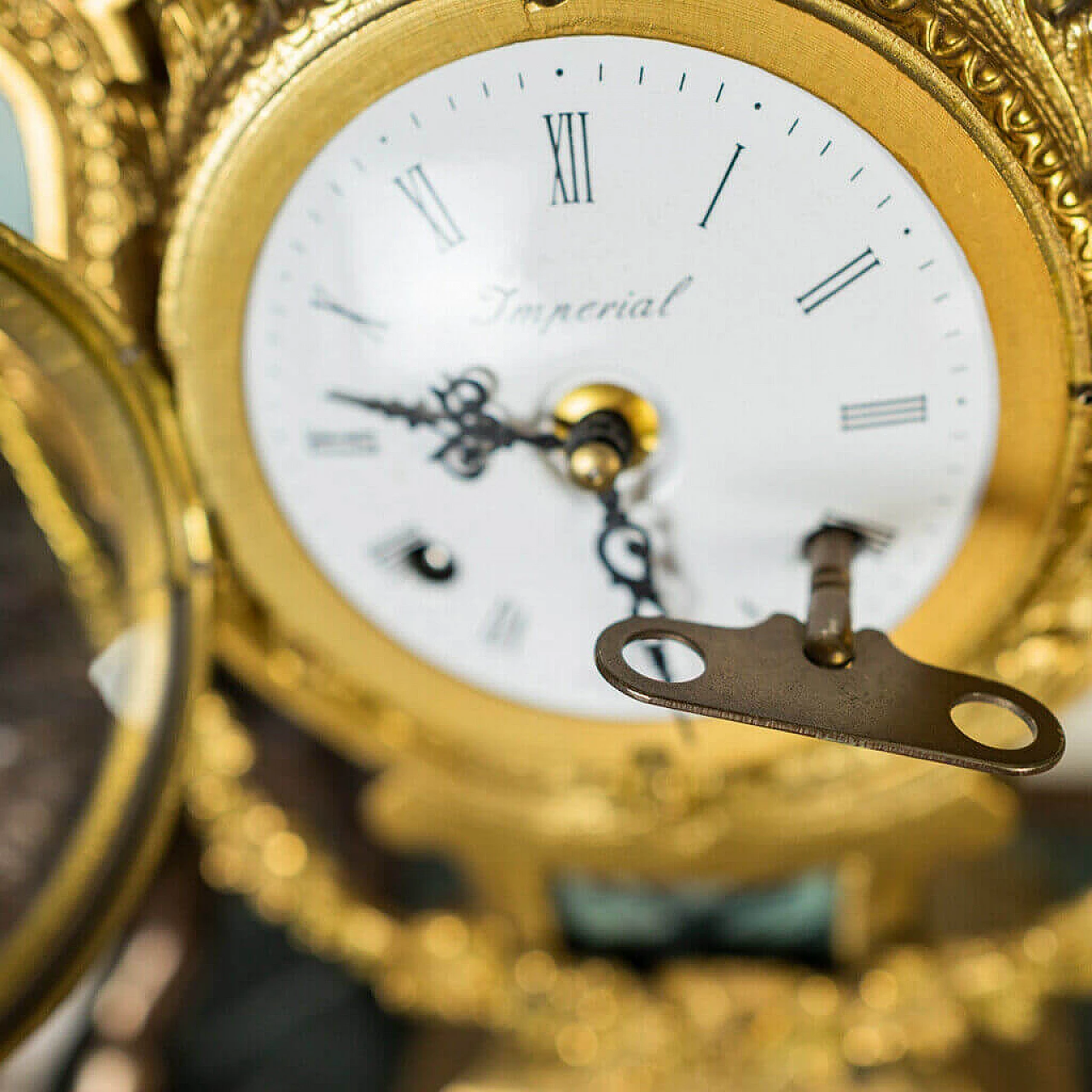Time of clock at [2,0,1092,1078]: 5:46
